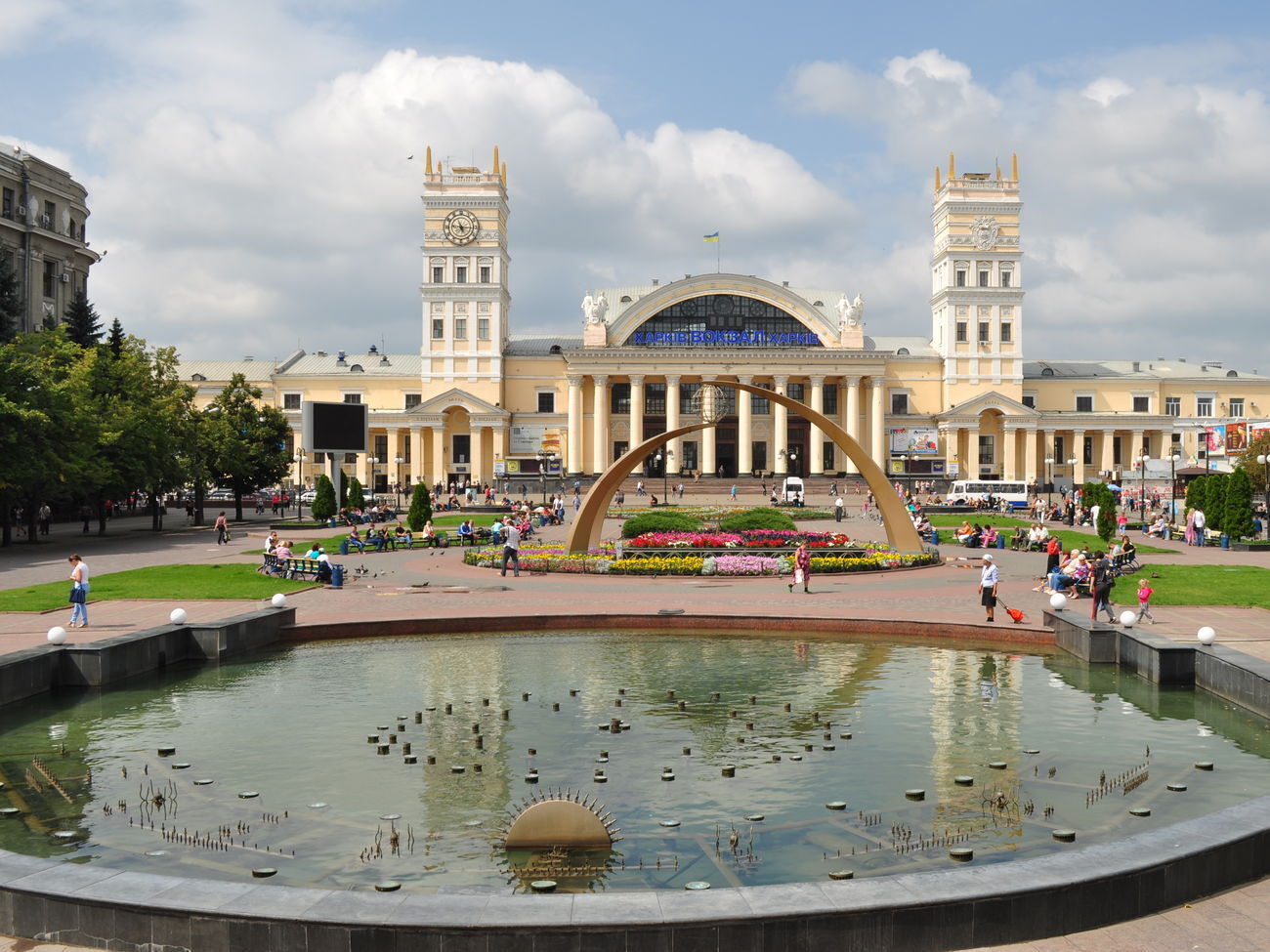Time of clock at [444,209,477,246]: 5:15
